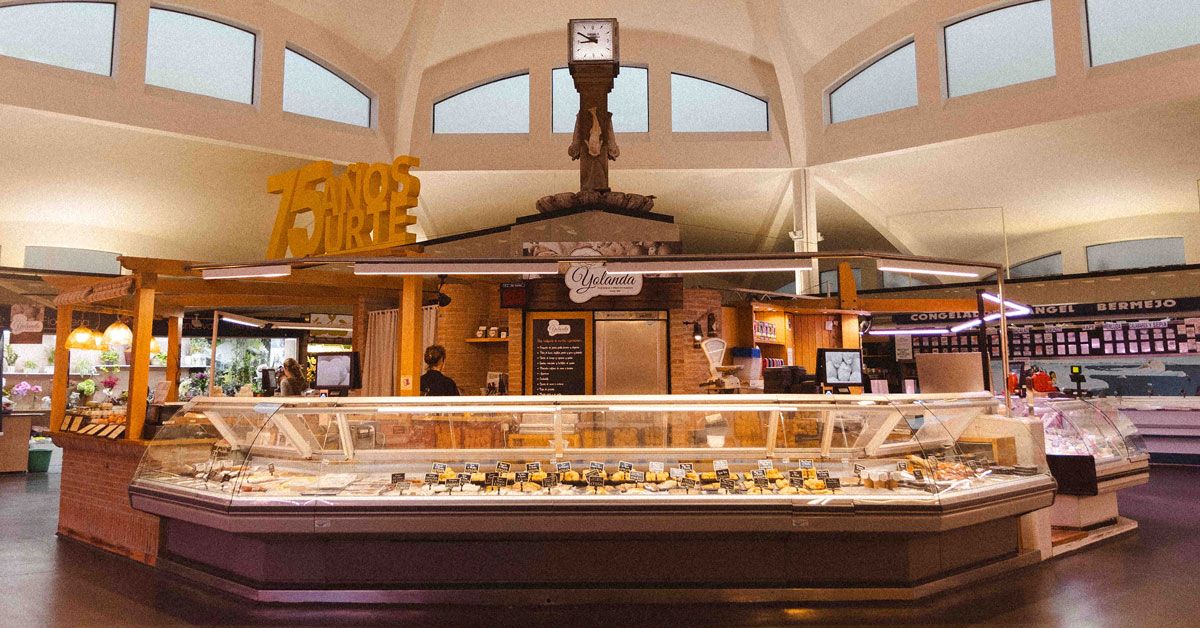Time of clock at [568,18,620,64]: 8:50
